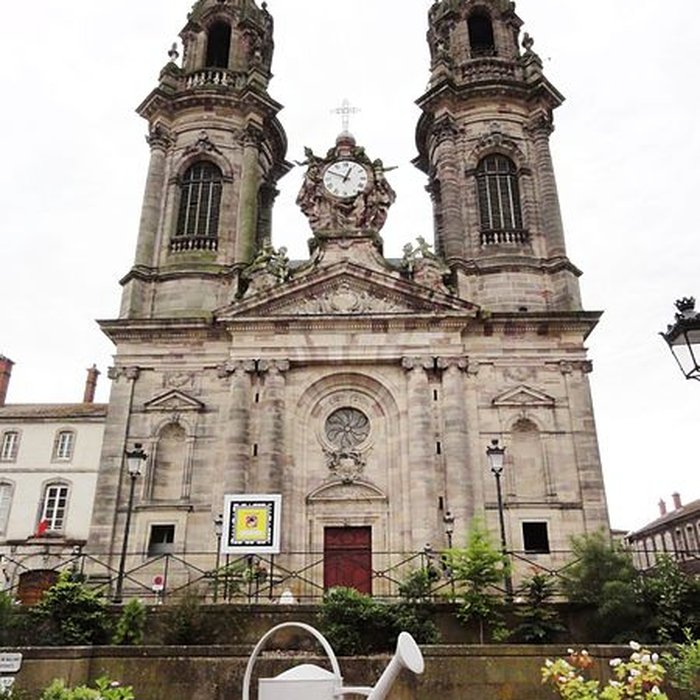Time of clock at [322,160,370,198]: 12:49
